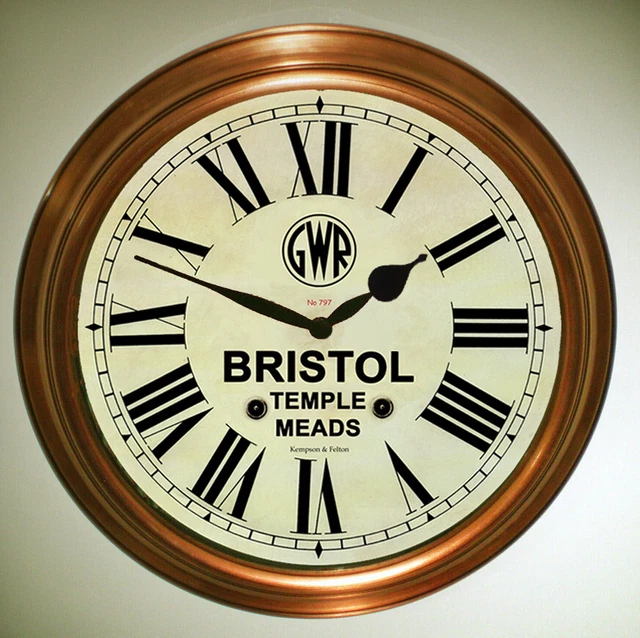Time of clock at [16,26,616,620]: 1:48
